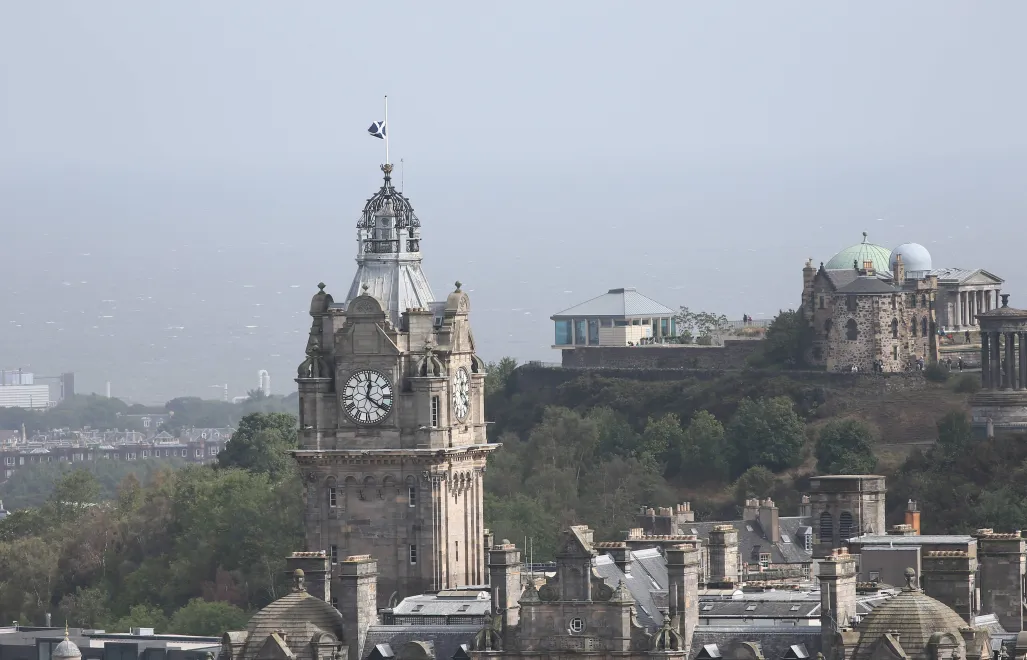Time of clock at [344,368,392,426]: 12:21
